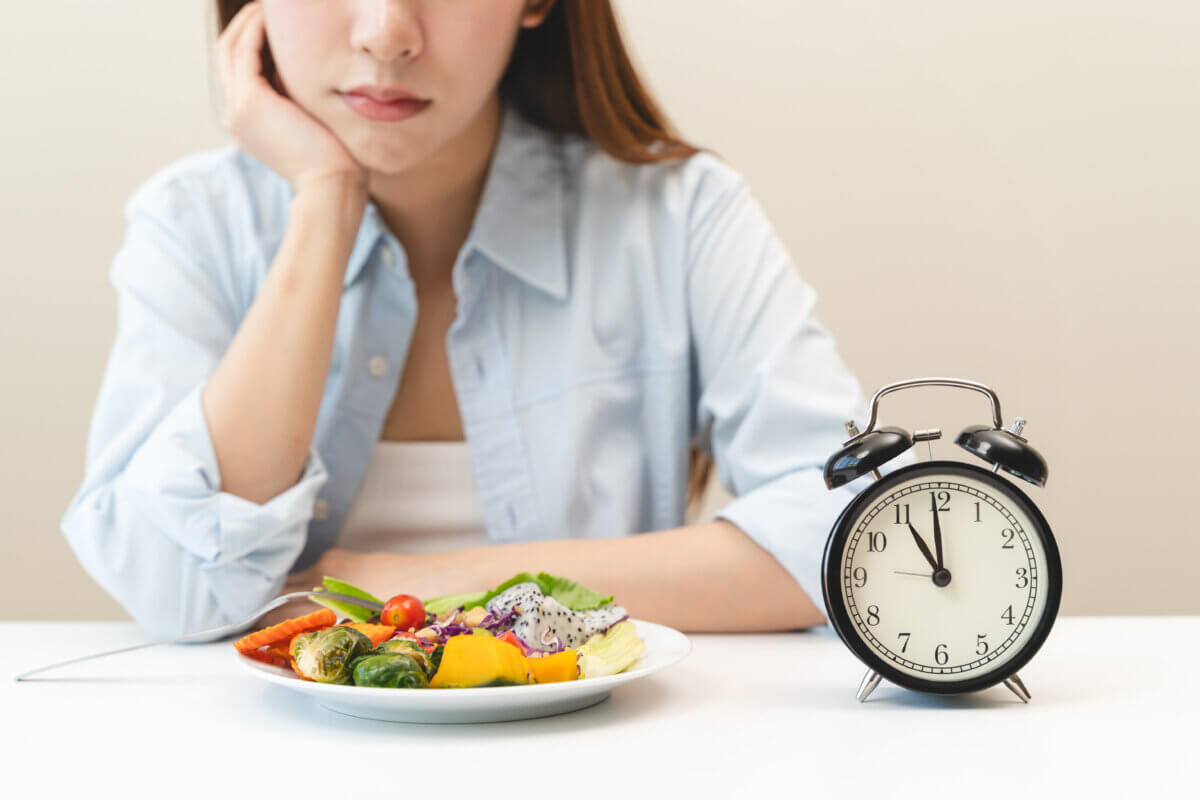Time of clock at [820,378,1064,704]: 10:59
